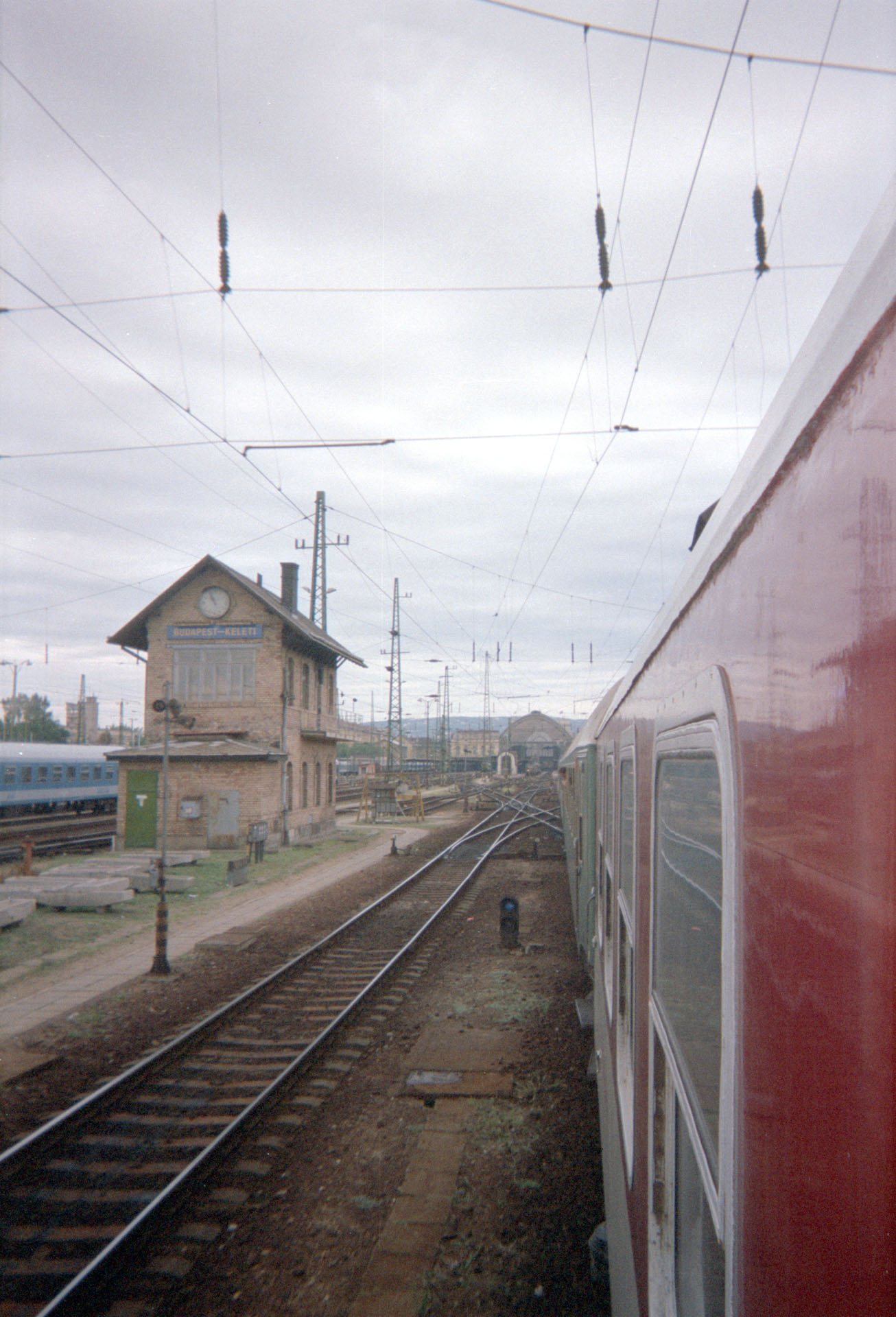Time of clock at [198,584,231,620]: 10:56
